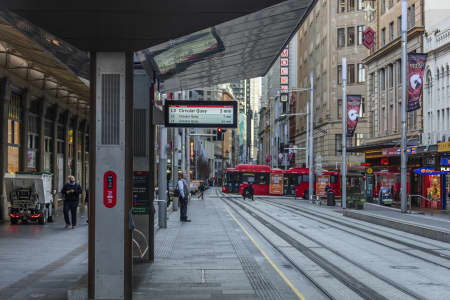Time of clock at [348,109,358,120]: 7:12
